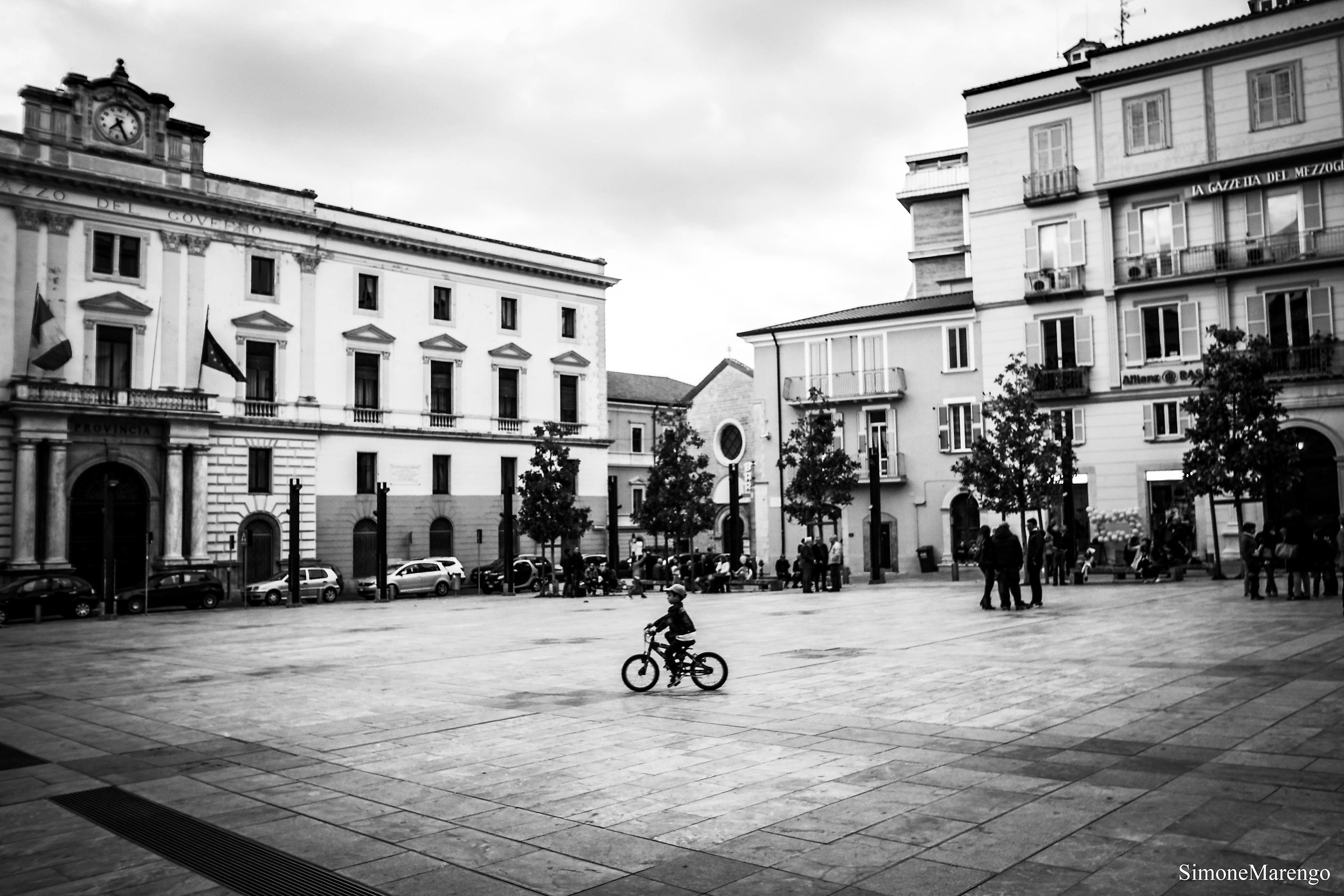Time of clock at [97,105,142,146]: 7:25
